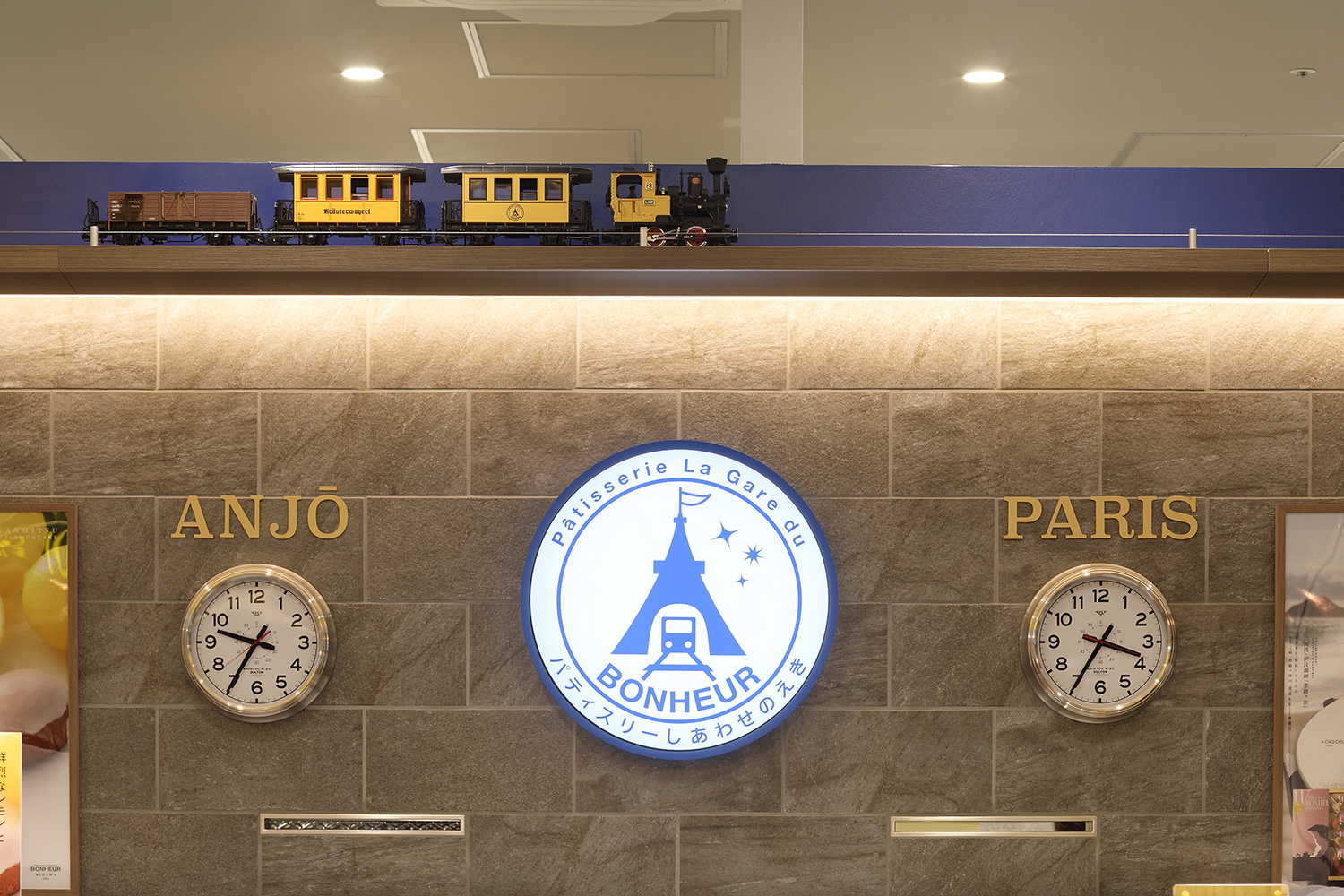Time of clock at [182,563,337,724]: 9:35
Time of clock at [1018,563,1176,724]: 3:35
